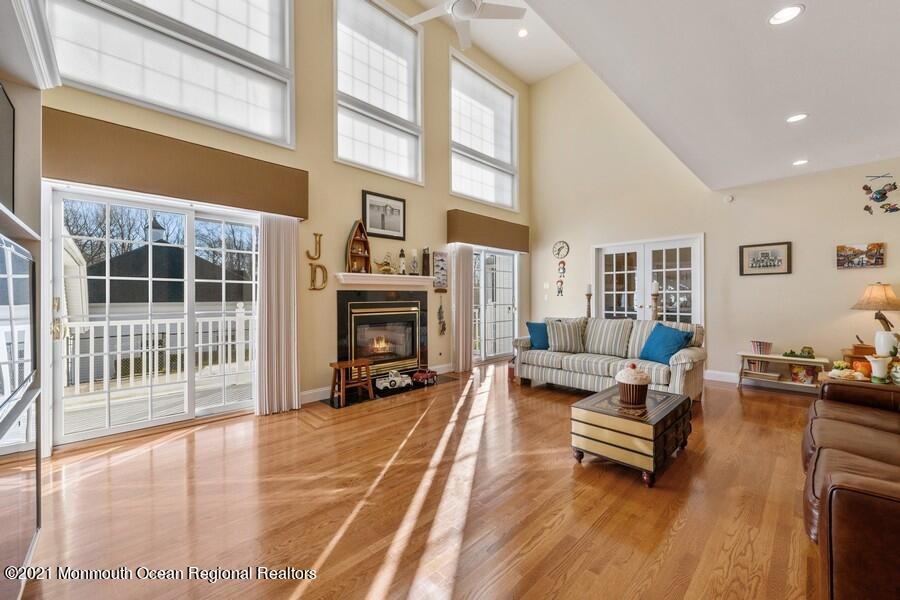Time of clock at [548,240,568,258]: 1:32
